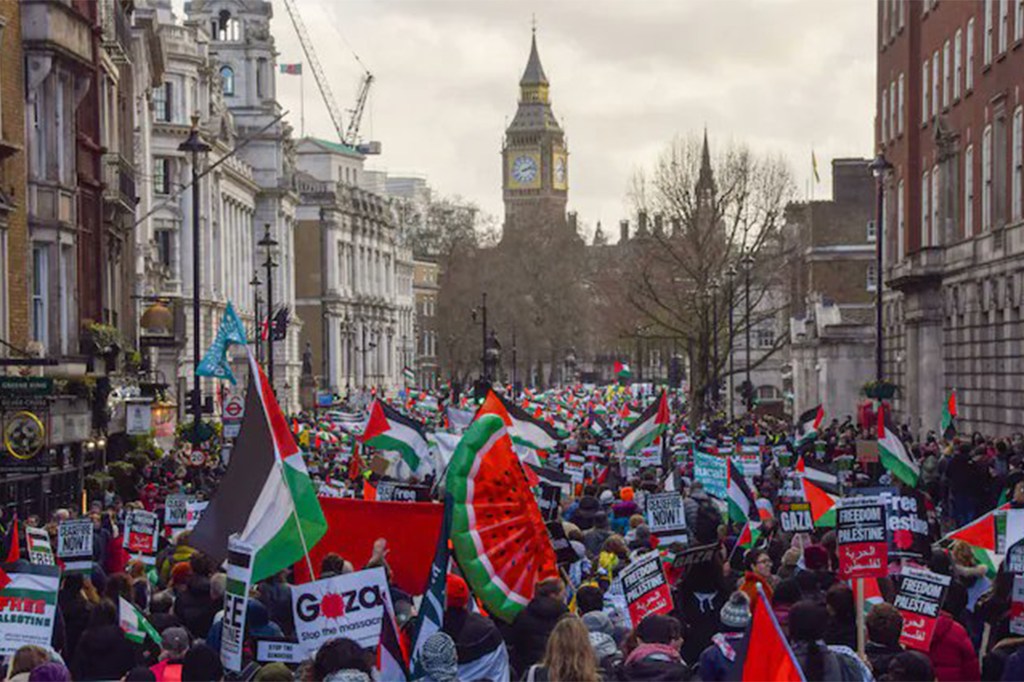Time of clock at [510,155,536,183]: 2:12
